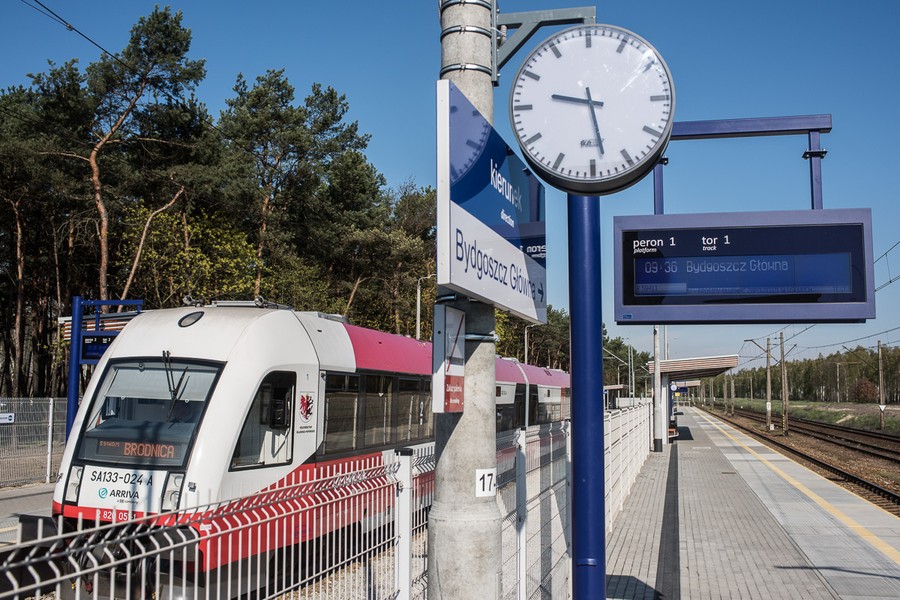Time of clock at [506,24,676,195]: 9:28
